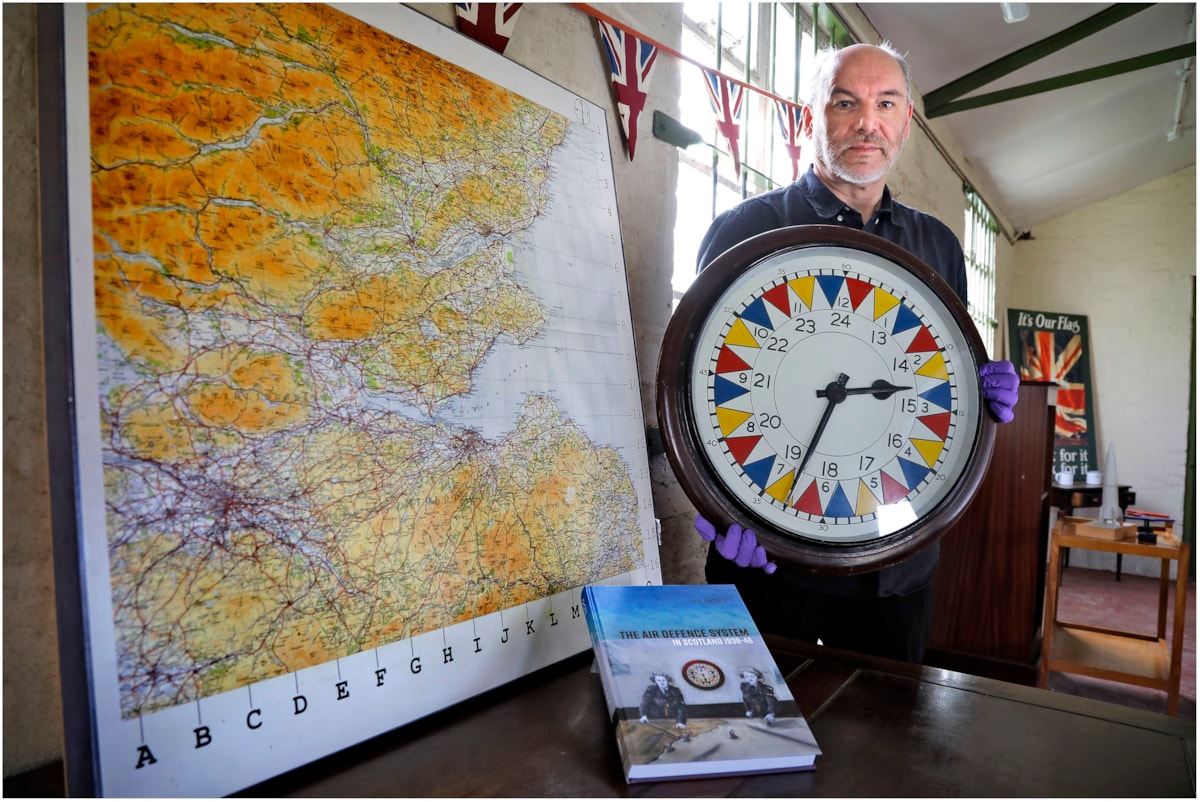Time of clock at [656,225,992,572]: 2:33
